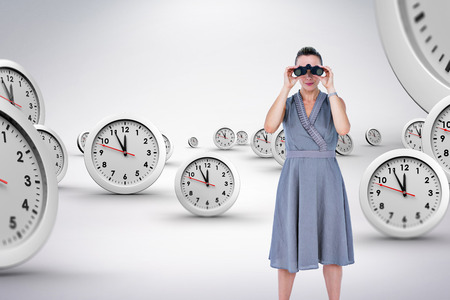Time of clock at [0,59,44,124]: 11:55
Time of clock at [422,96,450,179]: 11:55
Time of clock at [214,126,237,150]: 11:55
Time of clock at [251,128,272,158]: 11:55
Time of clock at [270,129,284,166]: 11:55
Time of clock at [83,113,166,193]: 11:55
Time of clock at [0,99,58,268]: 11:55
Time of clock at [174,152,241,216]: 11:55
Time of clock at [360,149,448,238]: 11:55
